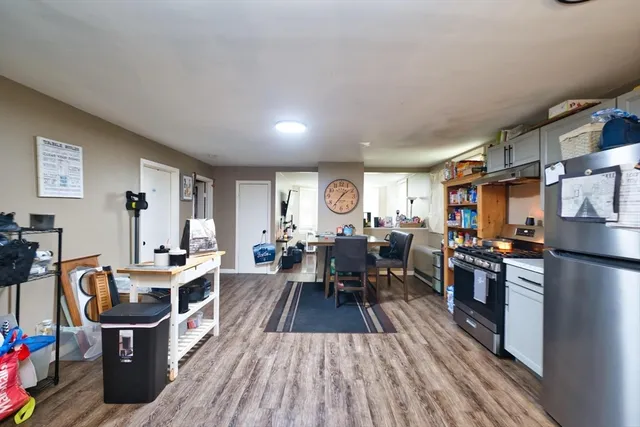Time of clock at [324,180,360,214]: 1:36
